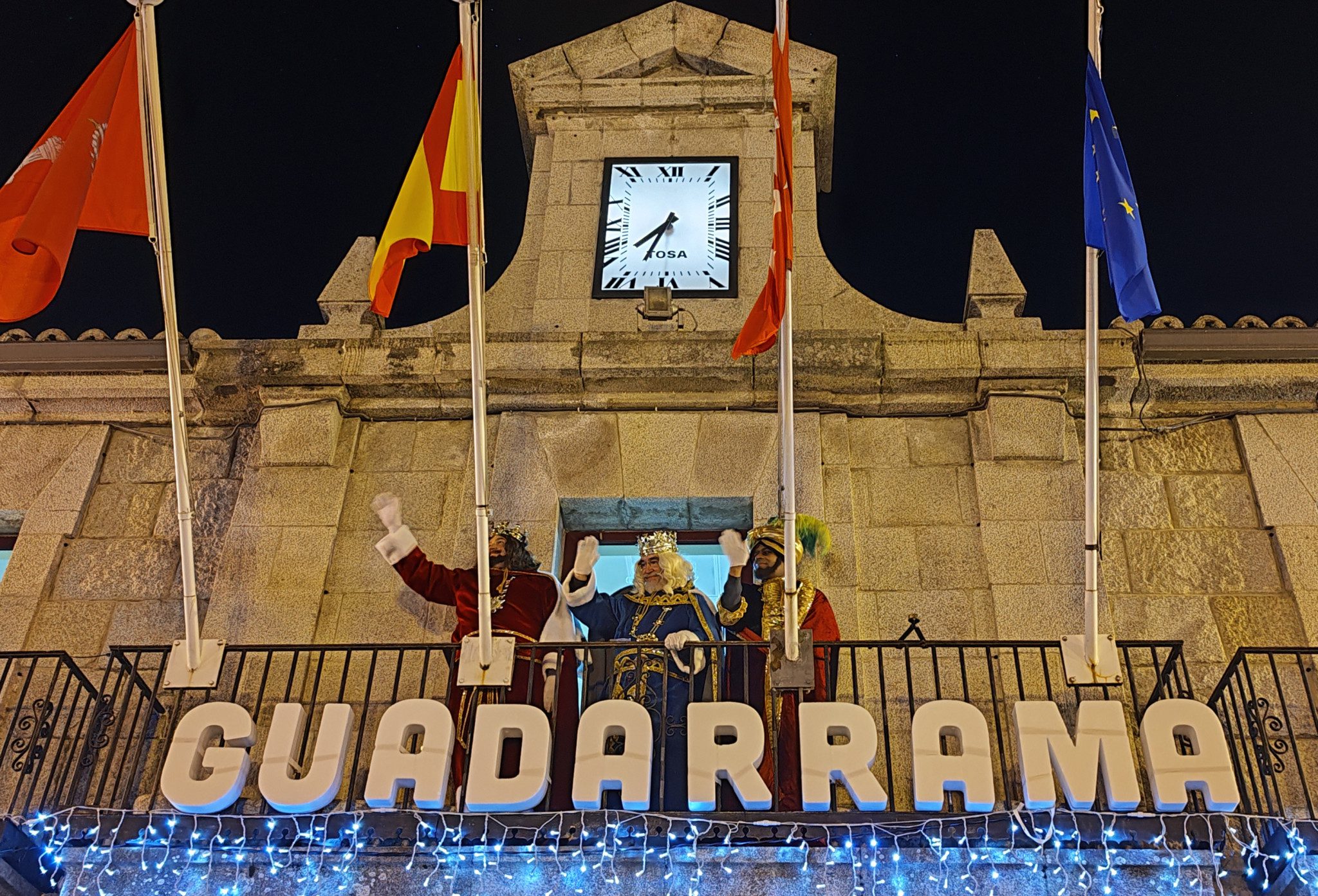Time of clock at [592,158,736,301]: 7:34
